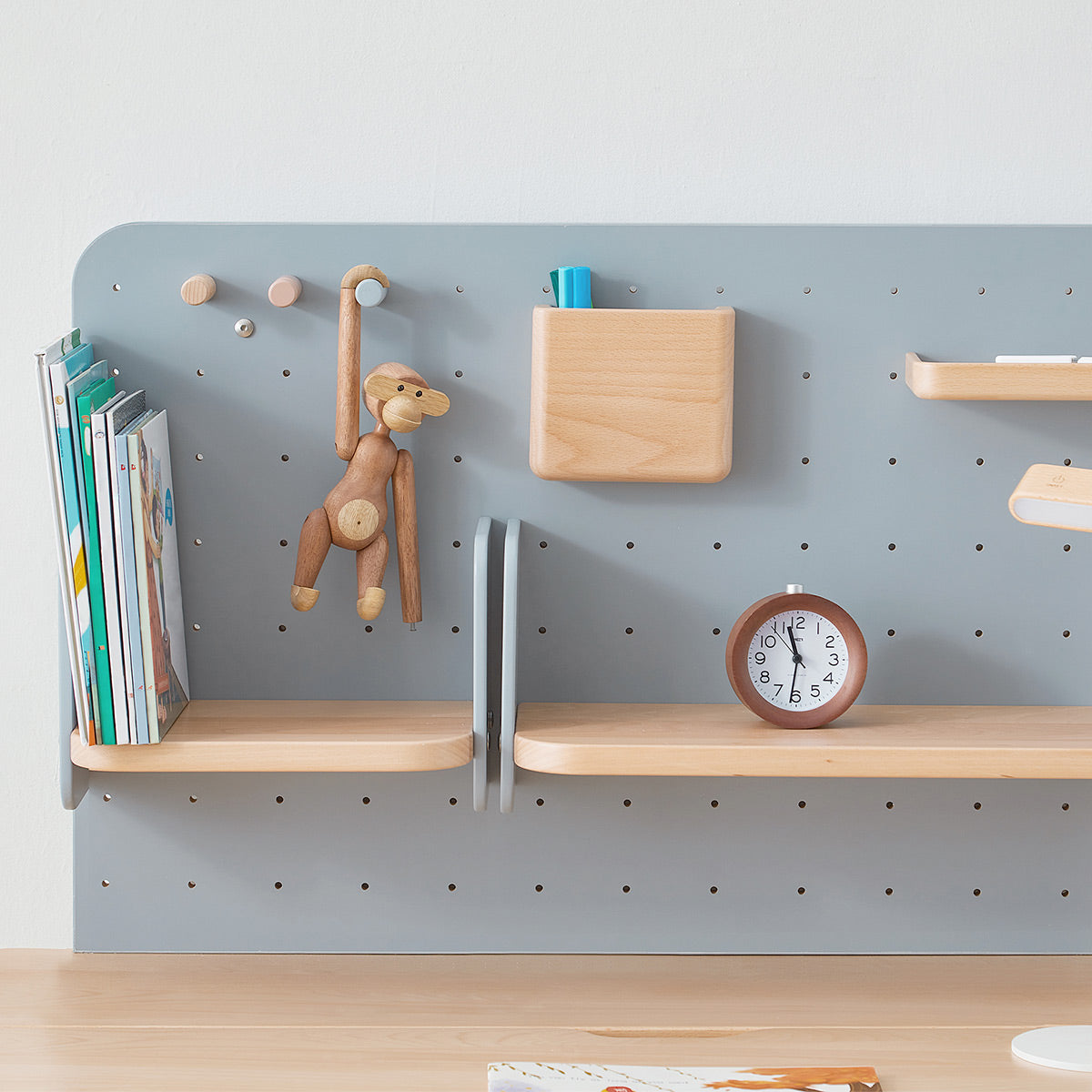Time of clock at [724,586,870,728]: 11:31
